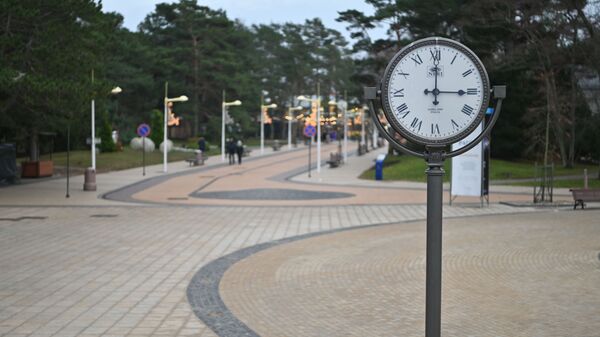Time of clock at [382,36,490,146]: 3:00
